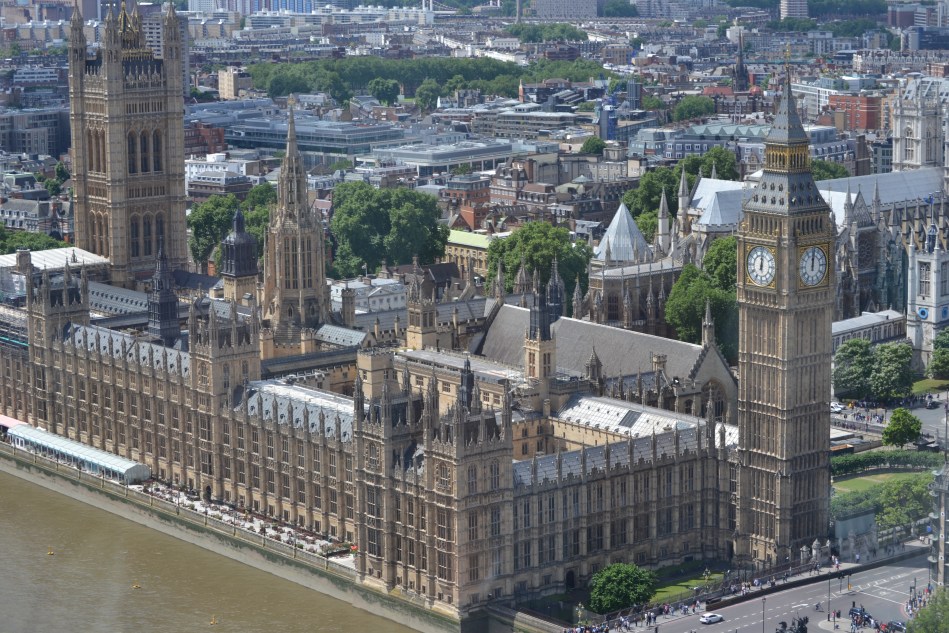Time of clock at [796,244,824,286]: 12:01
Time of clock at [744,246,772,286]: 12:00
